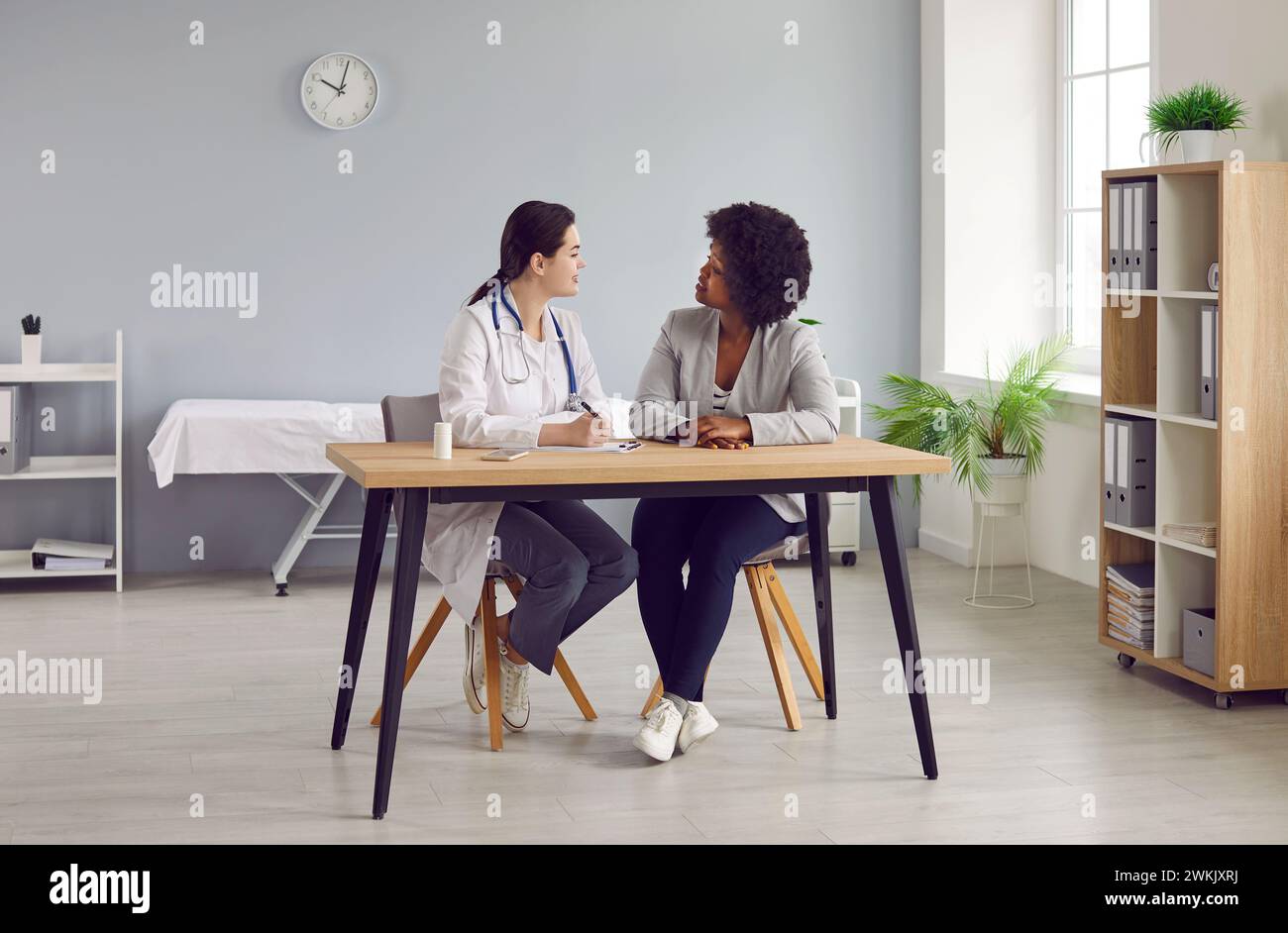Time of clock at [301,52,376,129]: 10:02
